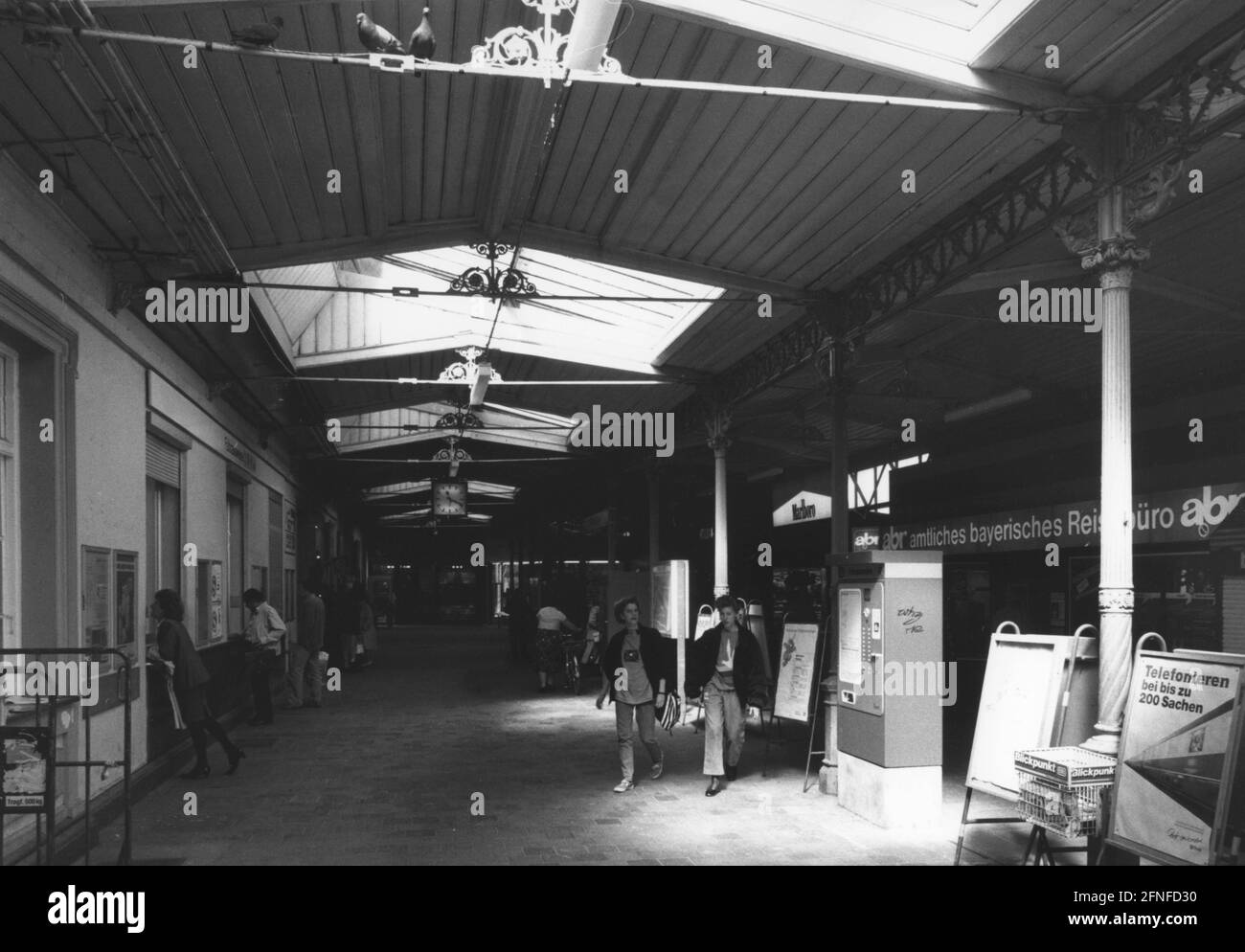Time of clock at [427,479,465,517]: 11:18
